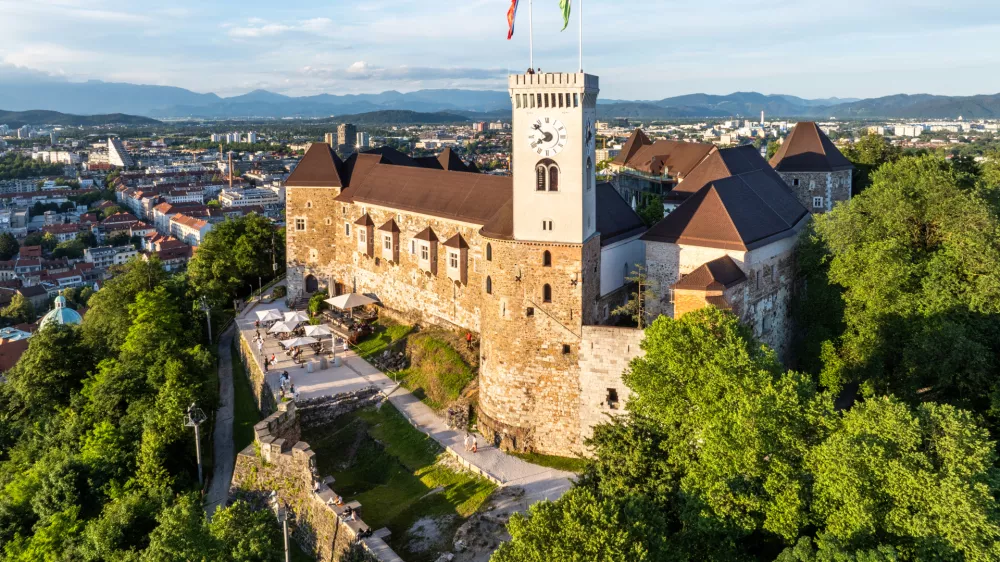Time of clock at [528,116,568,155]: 7:52
